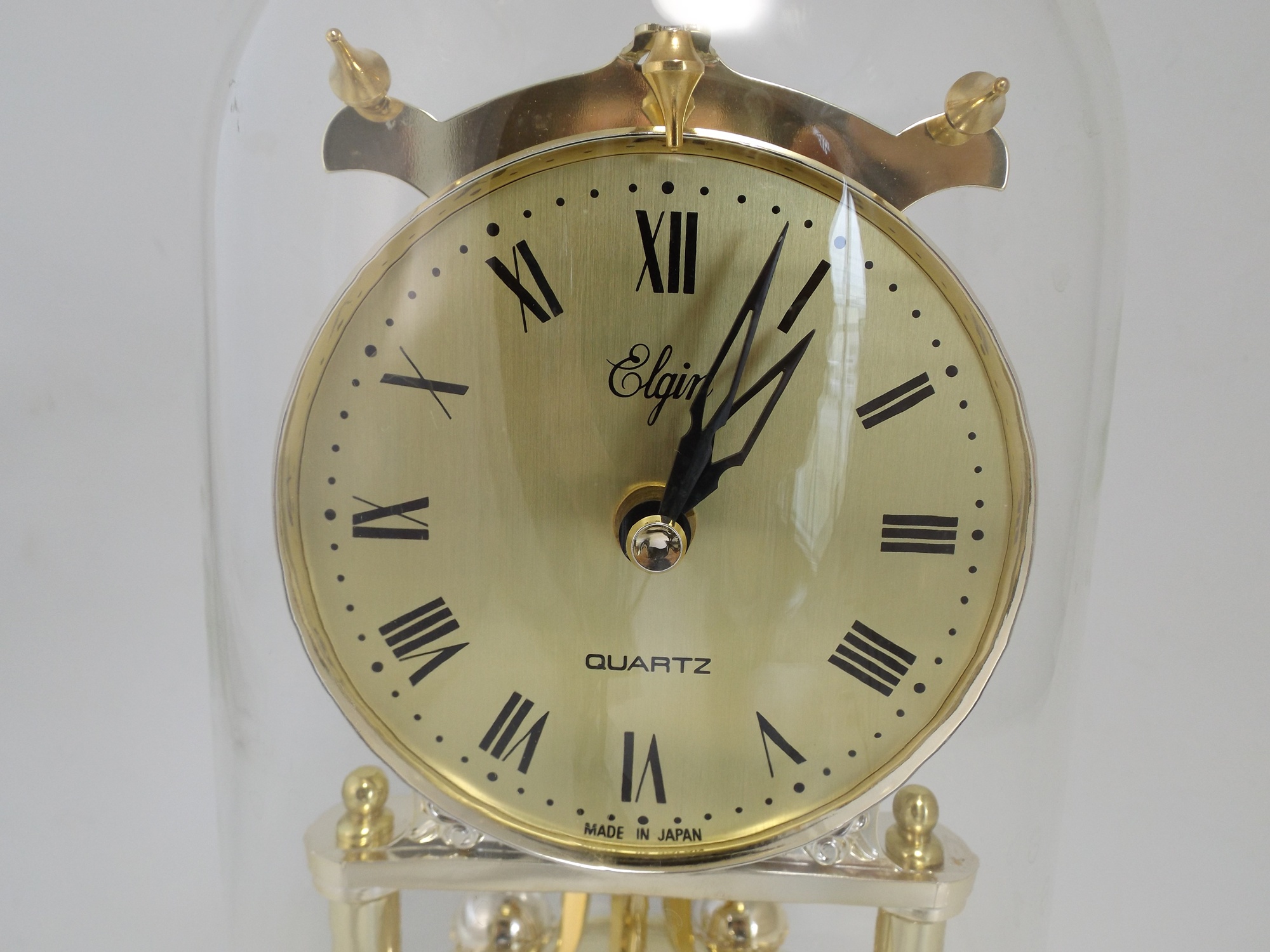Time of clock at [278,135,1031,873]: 1:03
